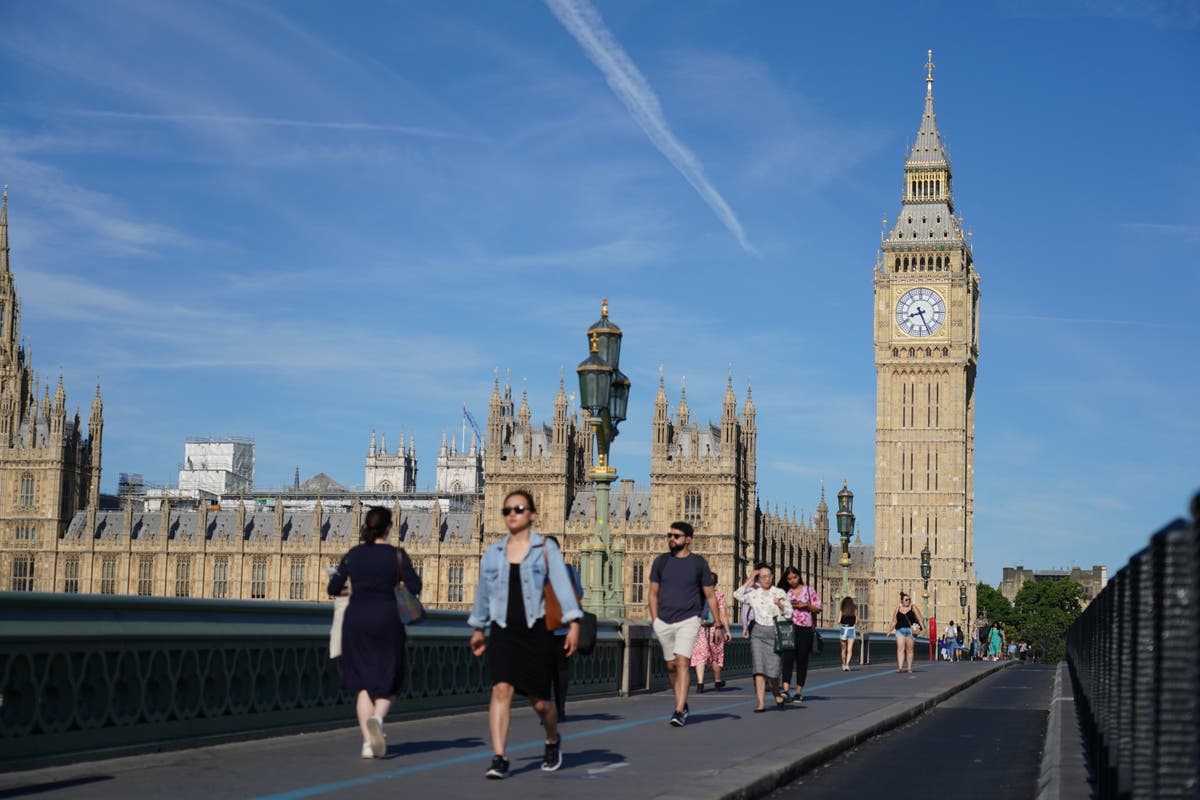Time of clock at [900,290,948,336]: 8:26
